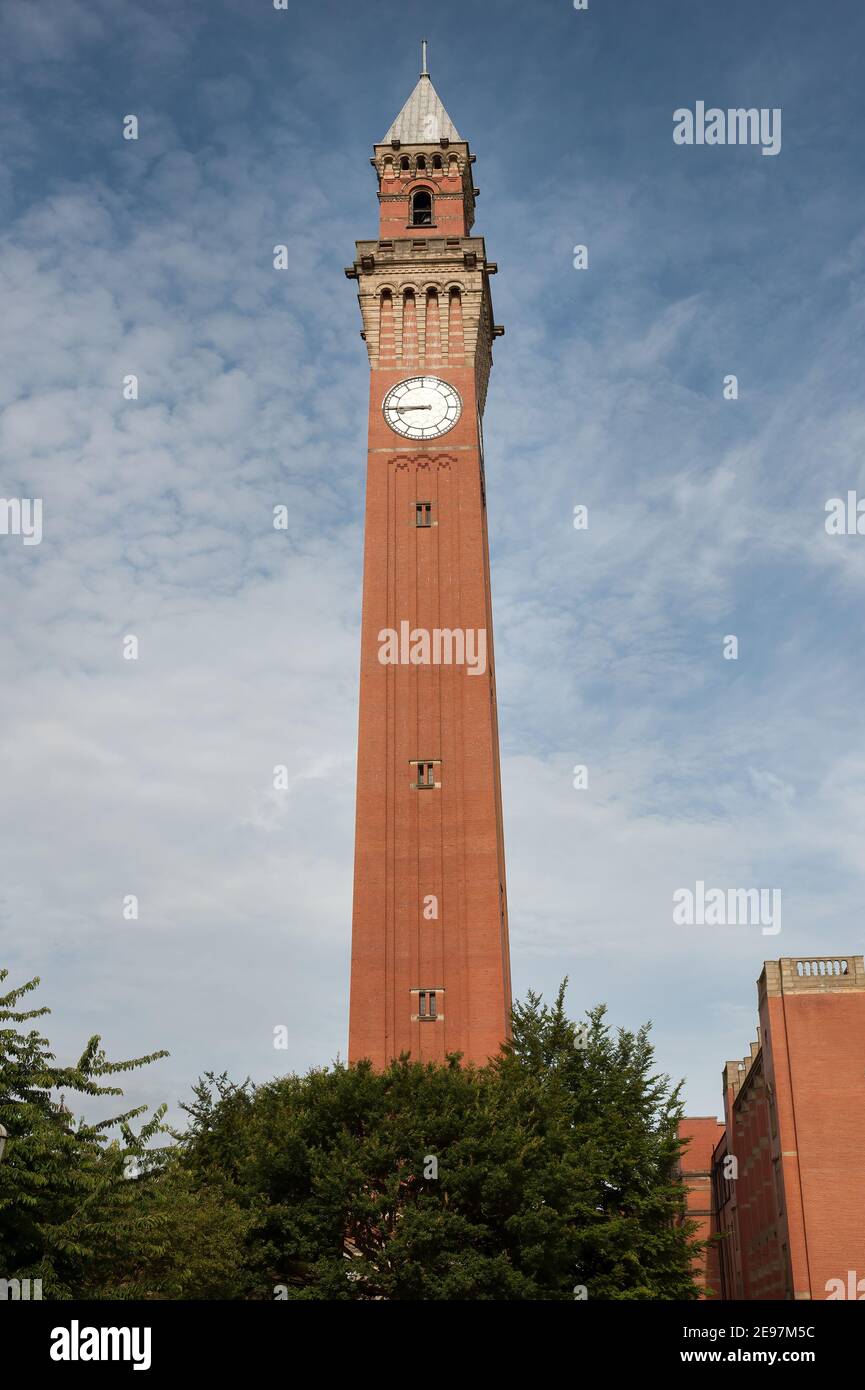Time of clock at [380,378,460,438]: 8:45
